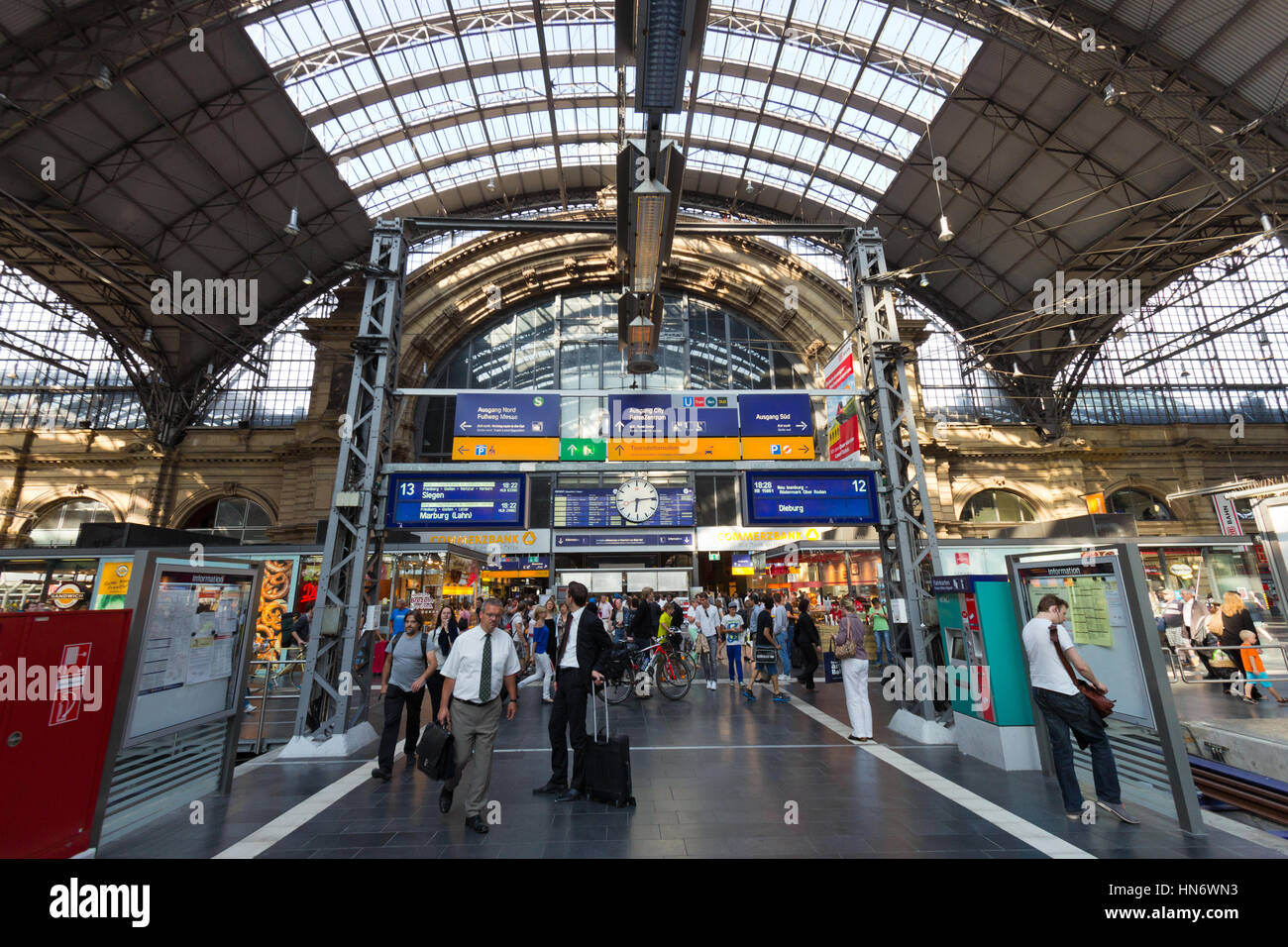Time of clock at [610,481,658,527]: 6:14
